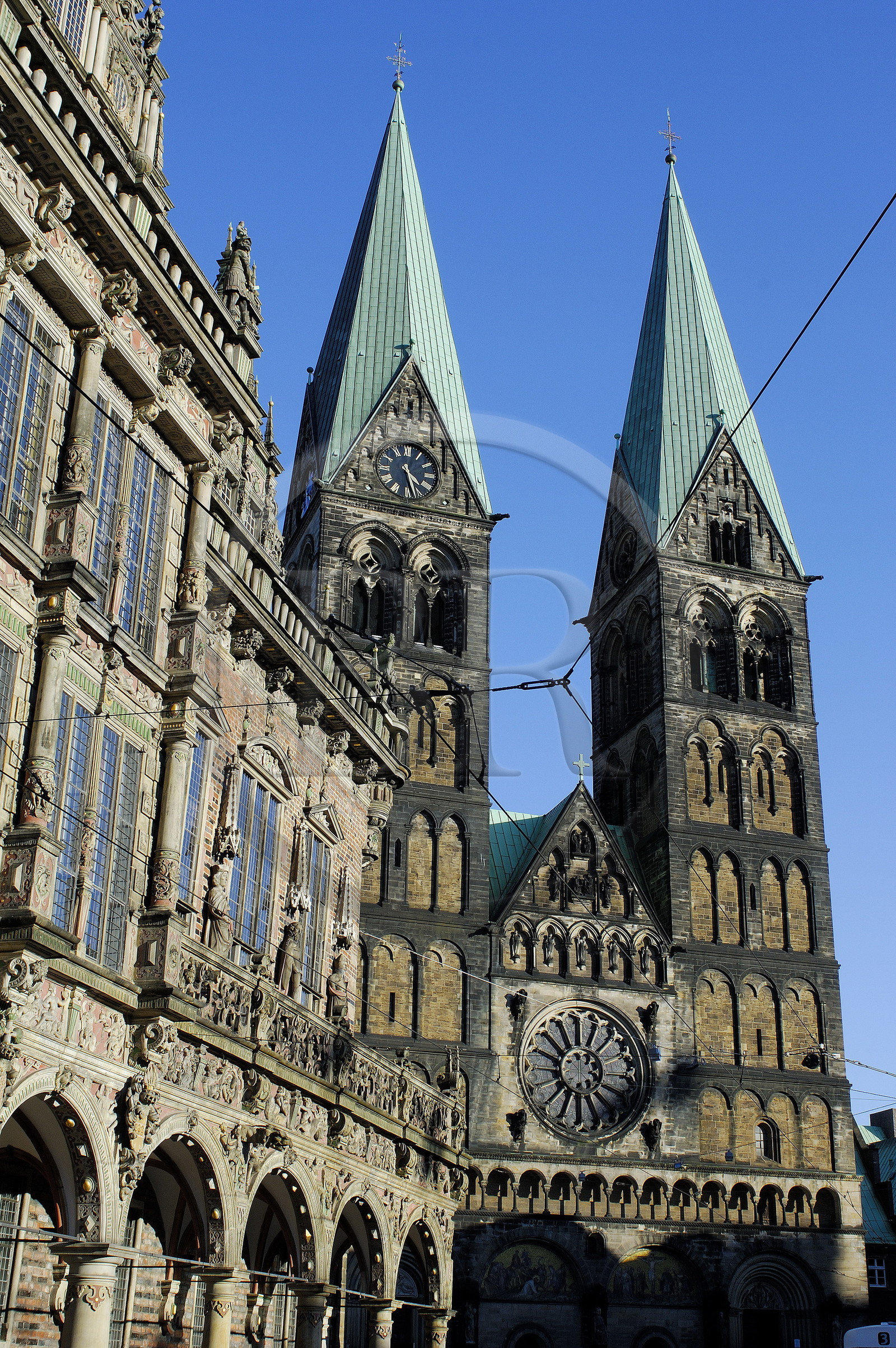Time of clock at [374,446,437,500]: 4:27
